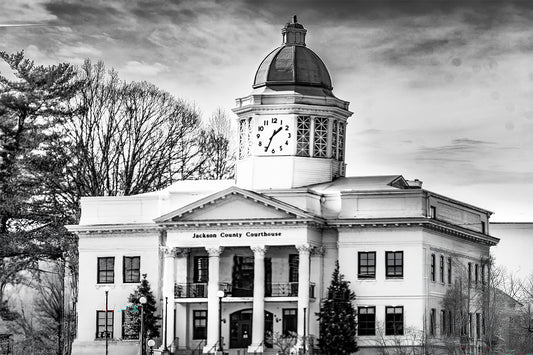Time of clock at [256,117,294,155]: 1:34
